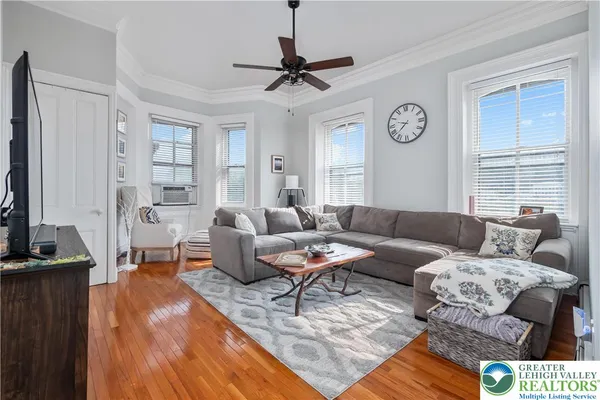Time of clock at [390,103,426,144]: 9:37
